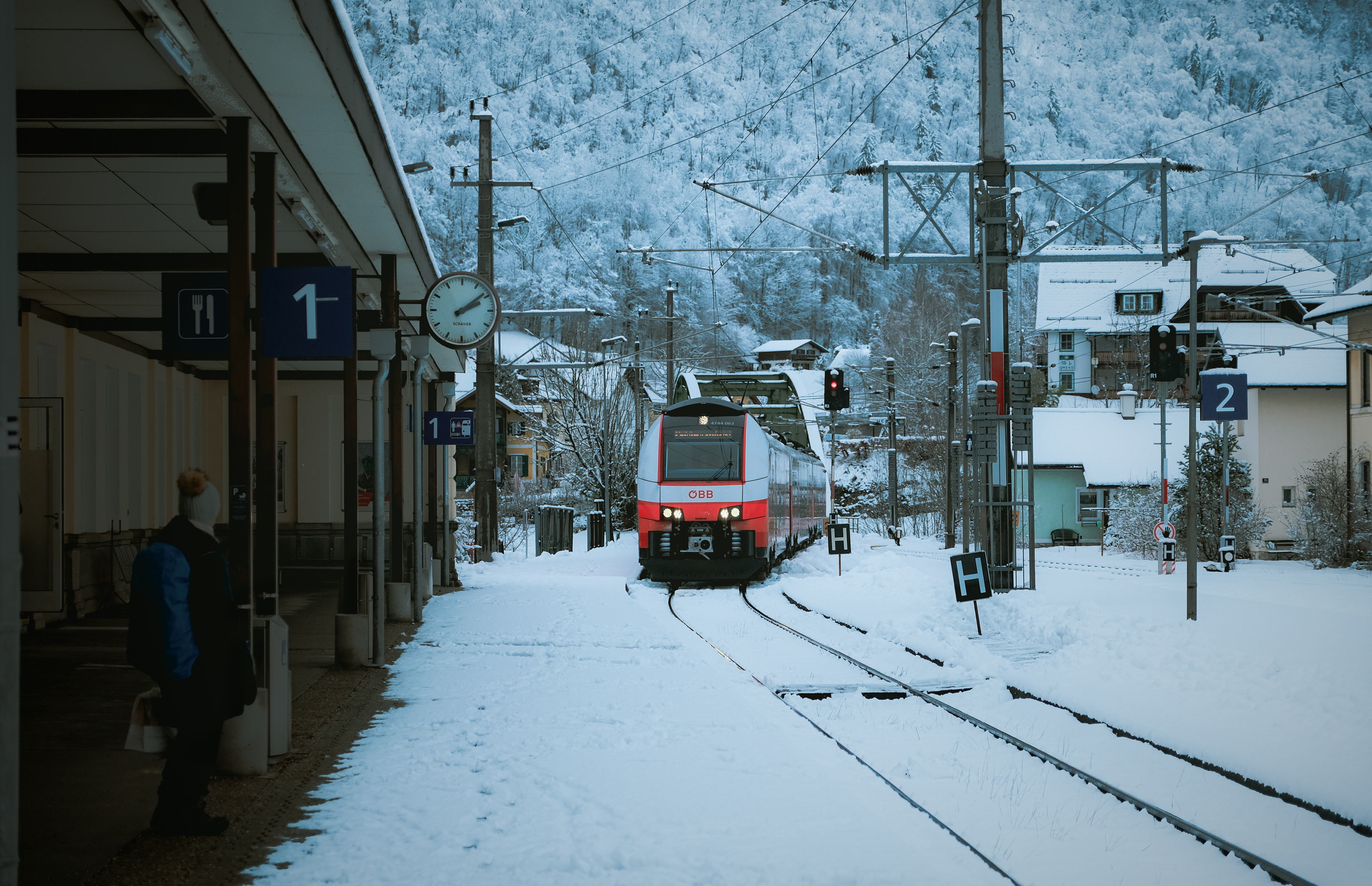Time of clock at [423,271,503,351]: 2:08
